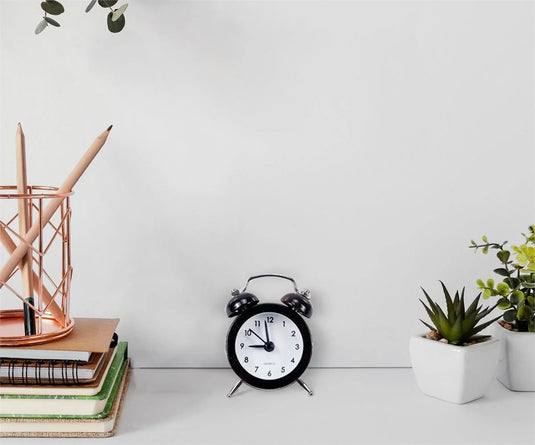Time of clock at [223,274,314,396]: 8:58
